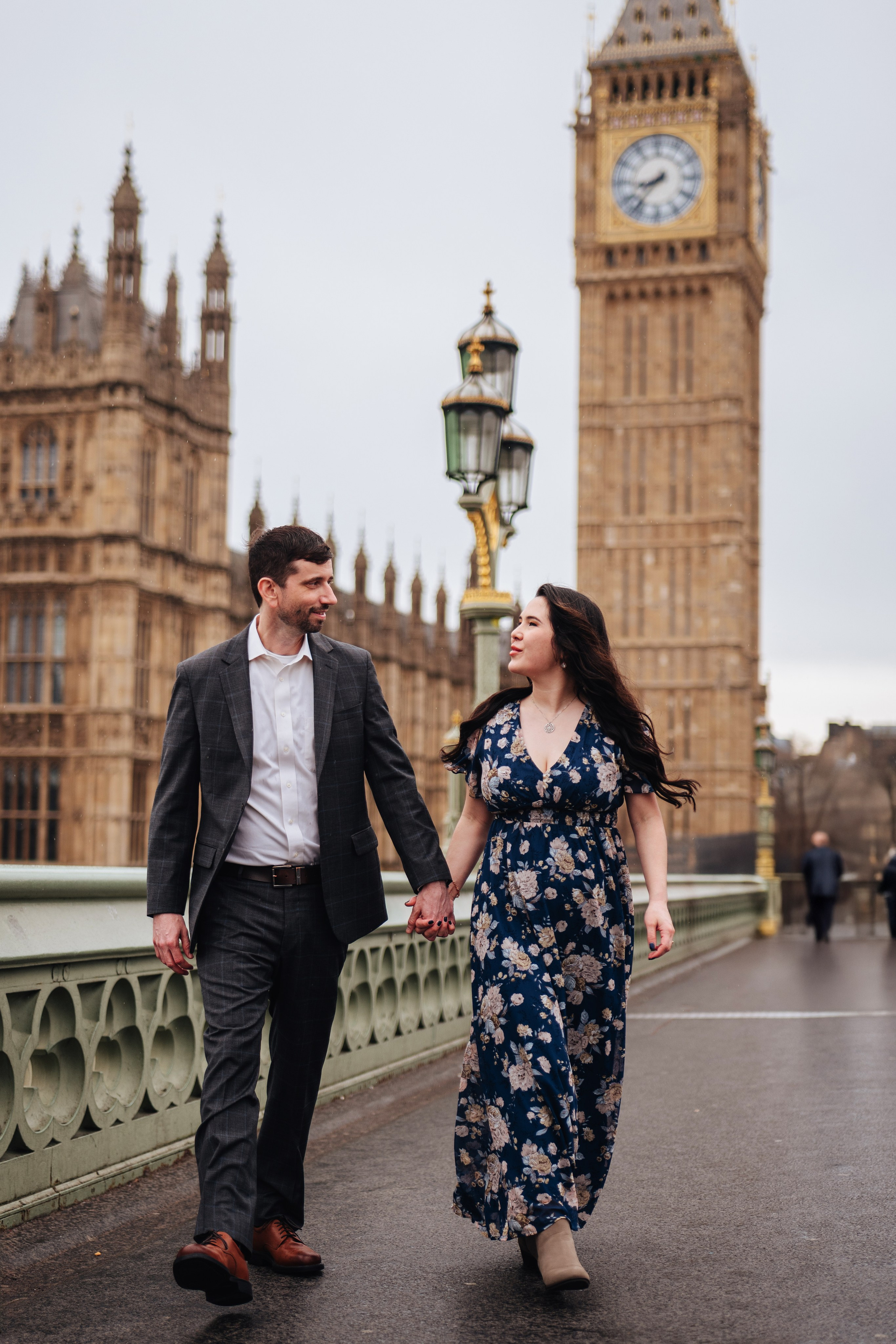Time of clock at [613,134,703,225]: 8:37
